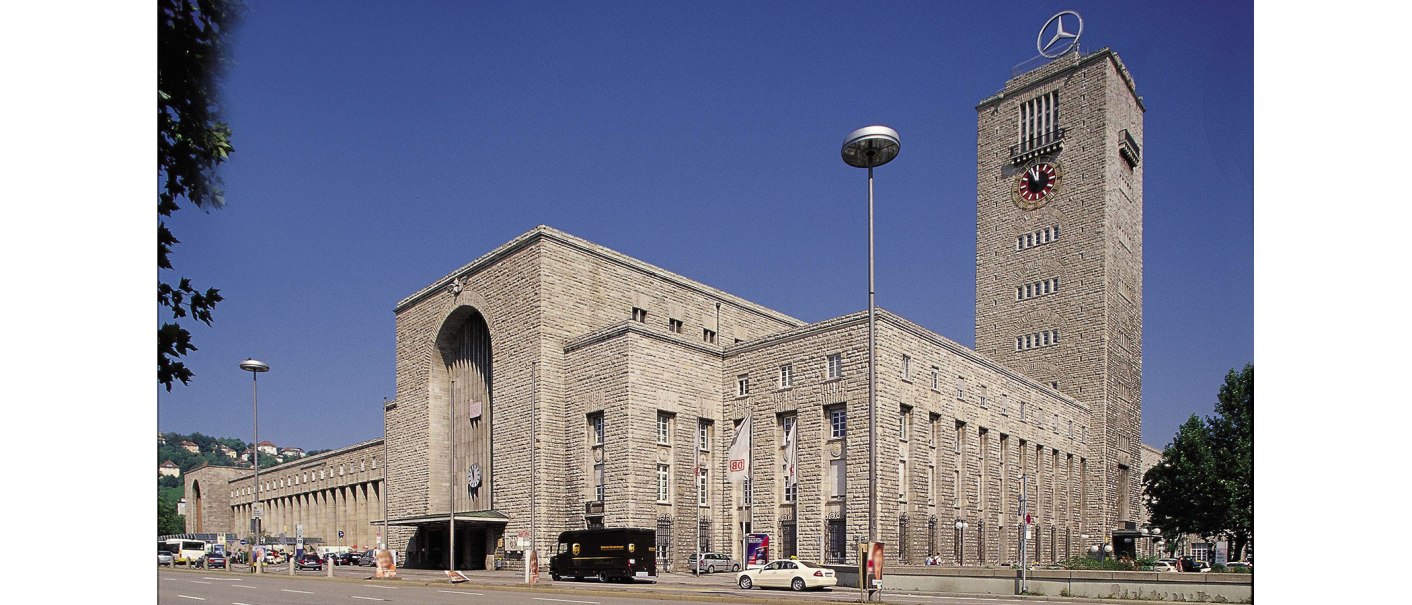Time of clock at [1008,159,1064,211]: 11:55
